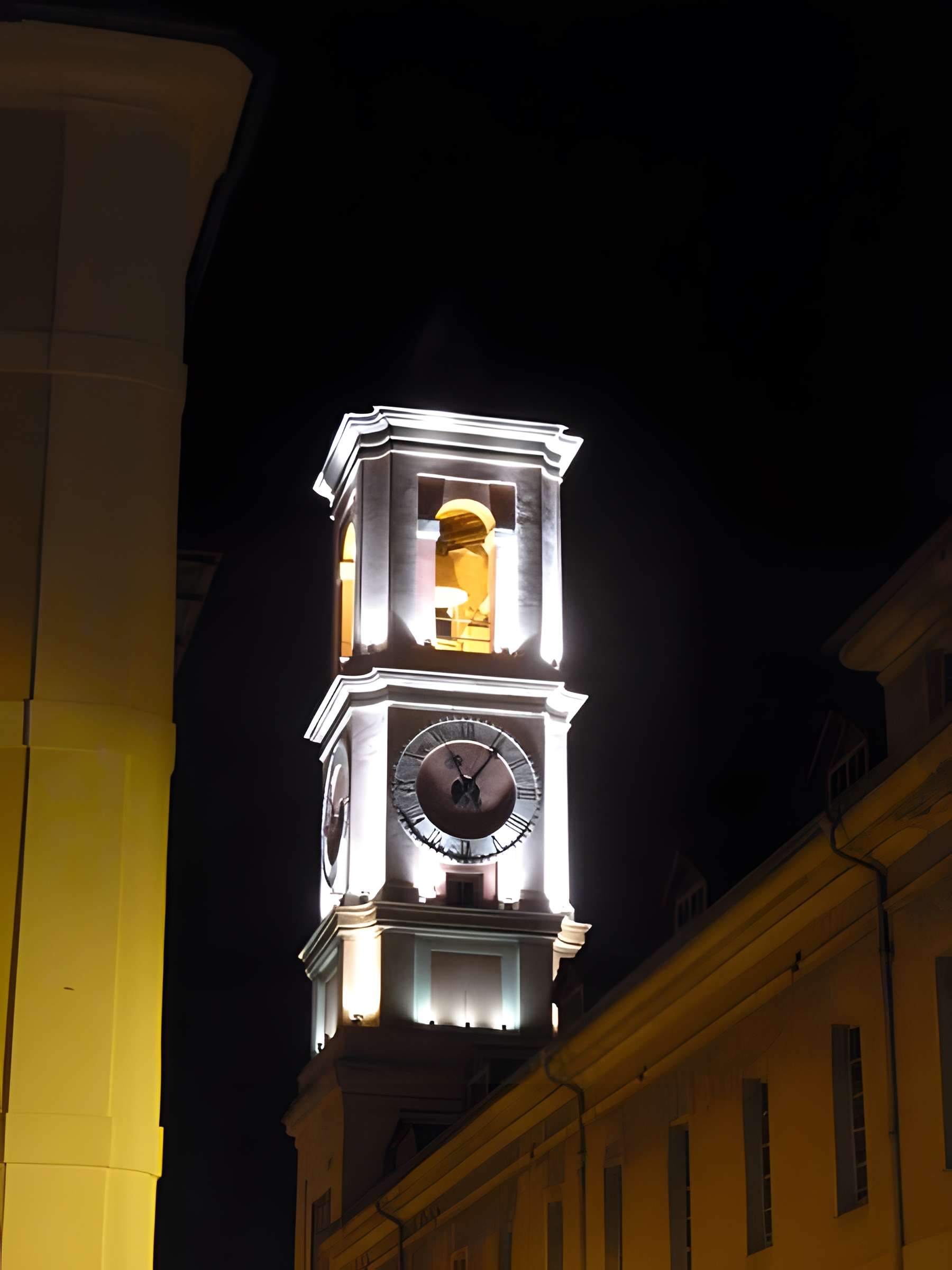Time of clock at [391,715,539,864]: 11:06
